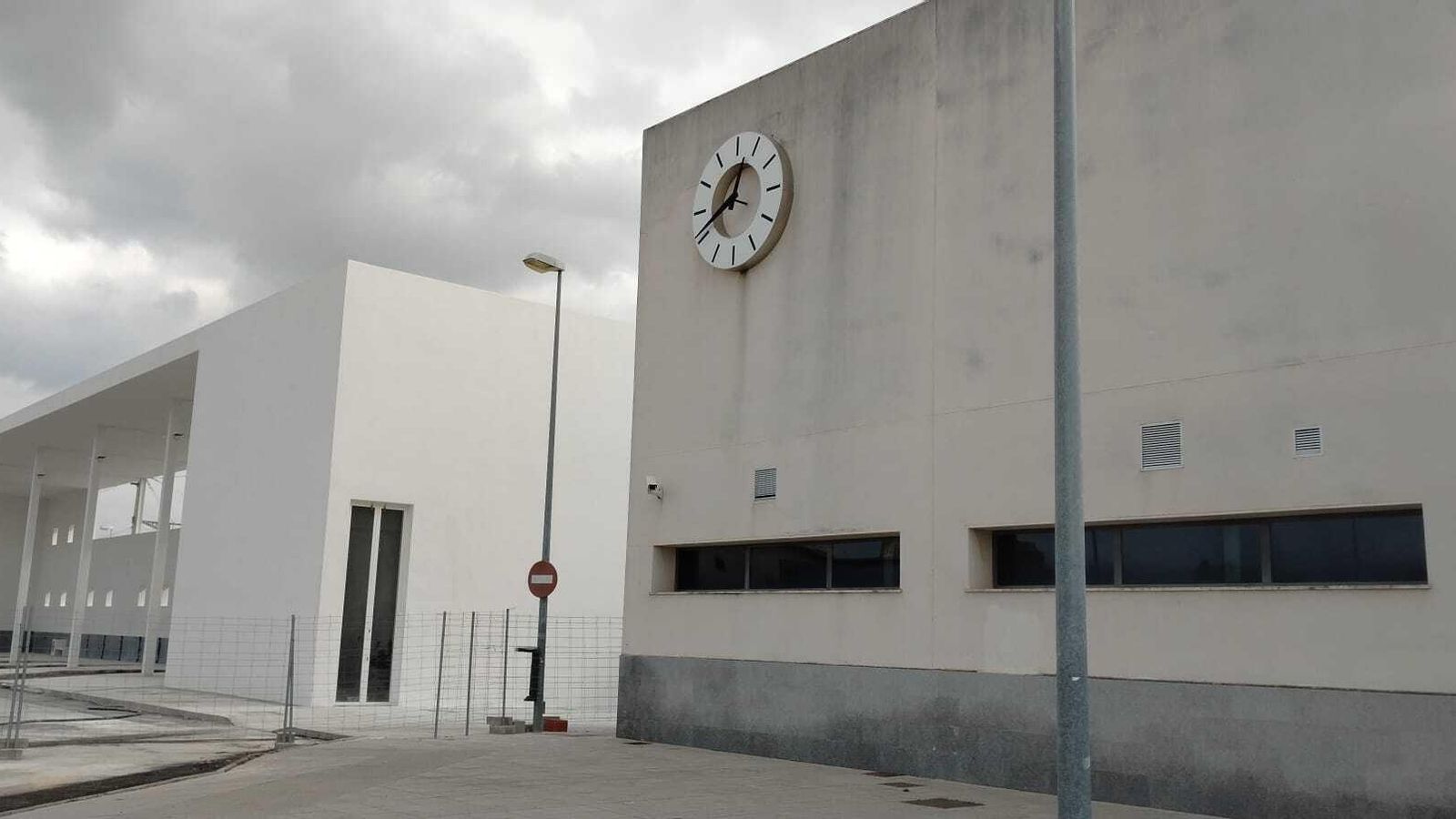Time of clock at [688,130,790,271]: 12:41
